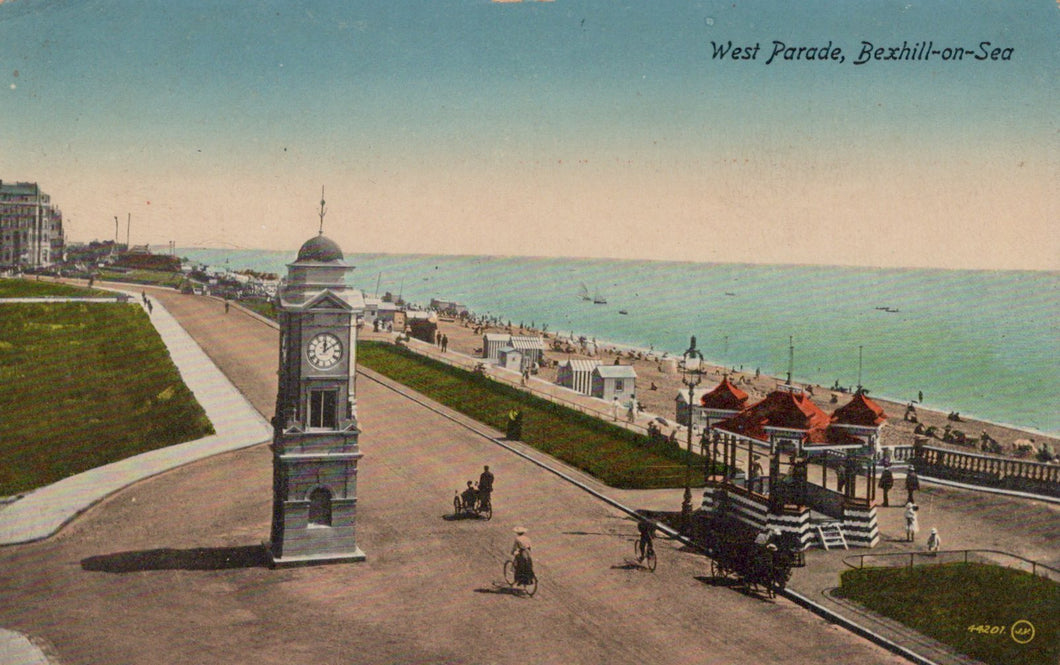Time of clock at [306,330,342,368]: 12:09
